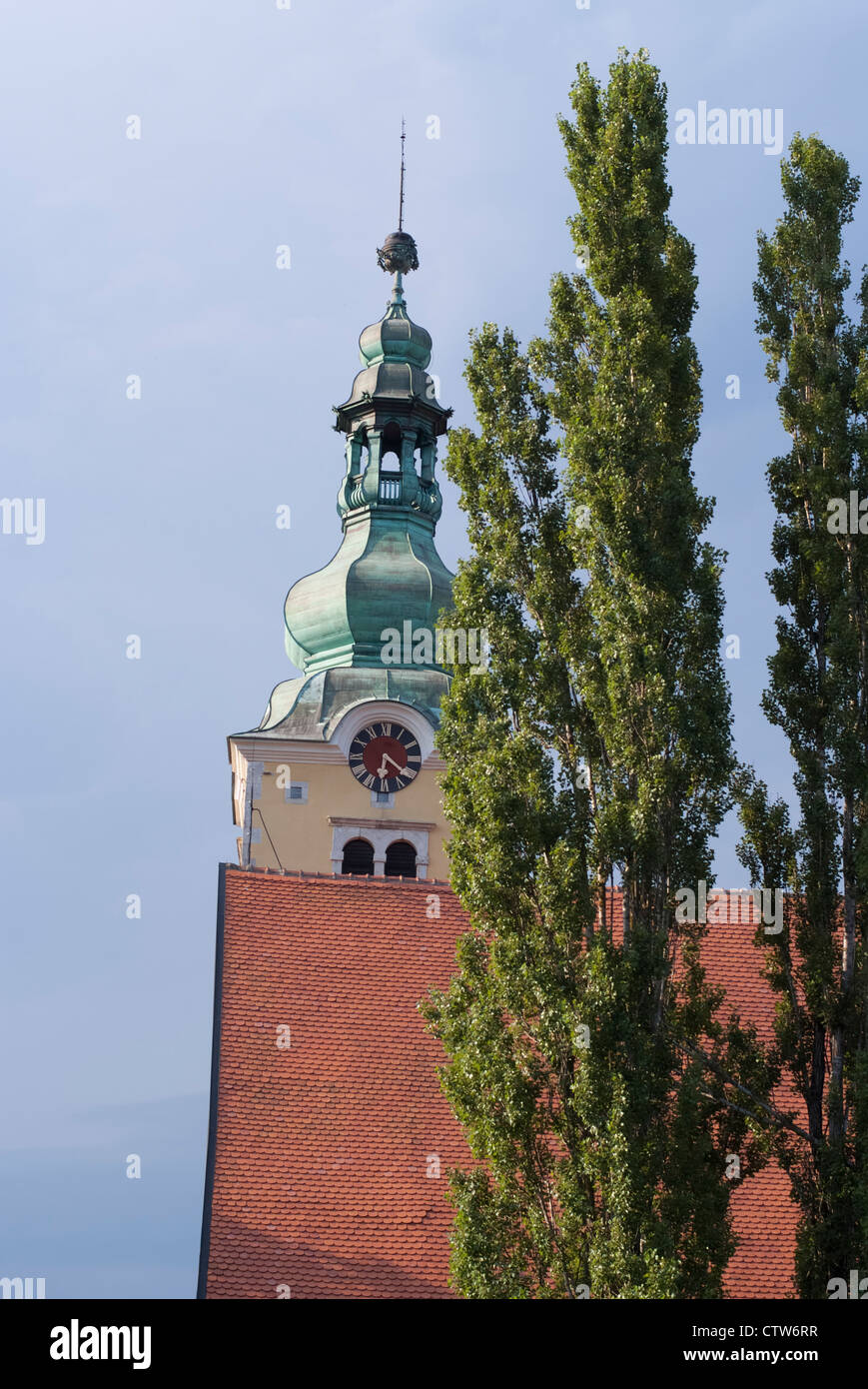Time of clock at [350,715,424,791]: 6:21
